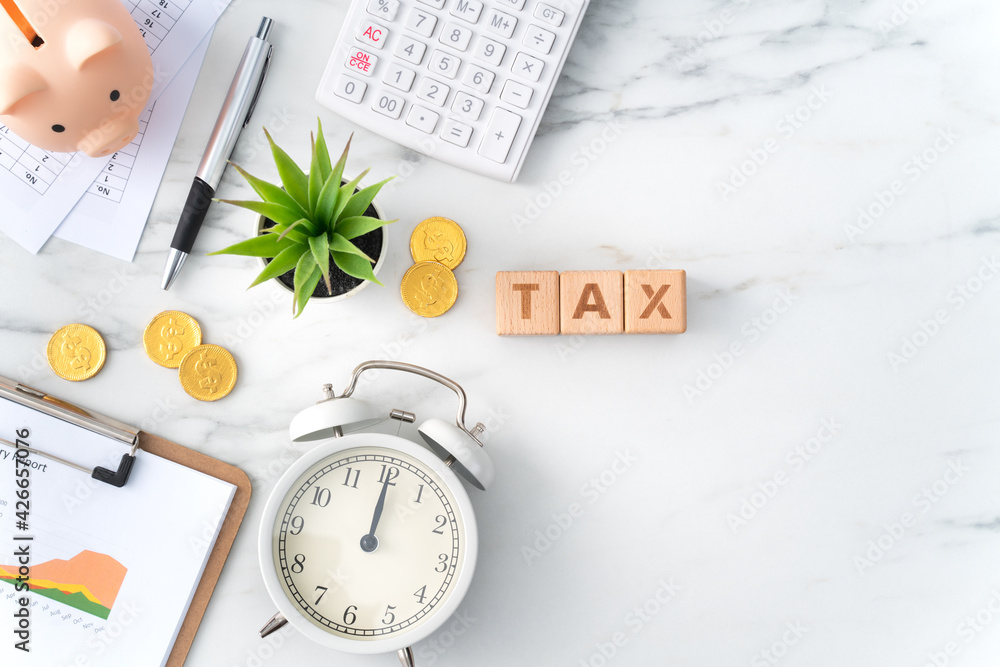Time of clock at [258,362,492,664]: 12:00
